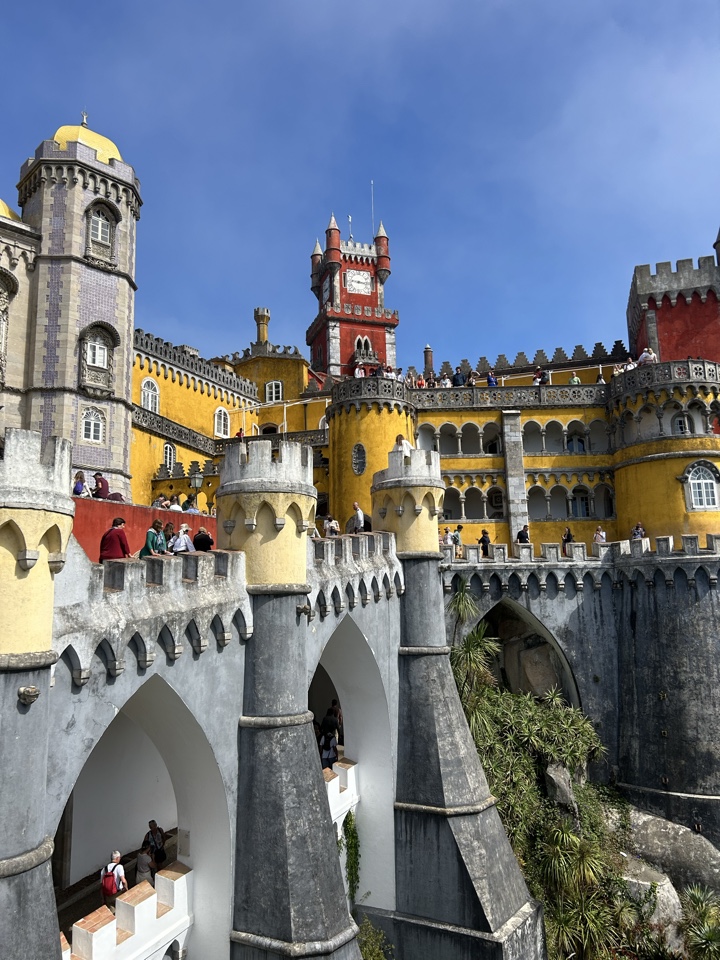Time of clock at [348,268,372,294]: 9:16
